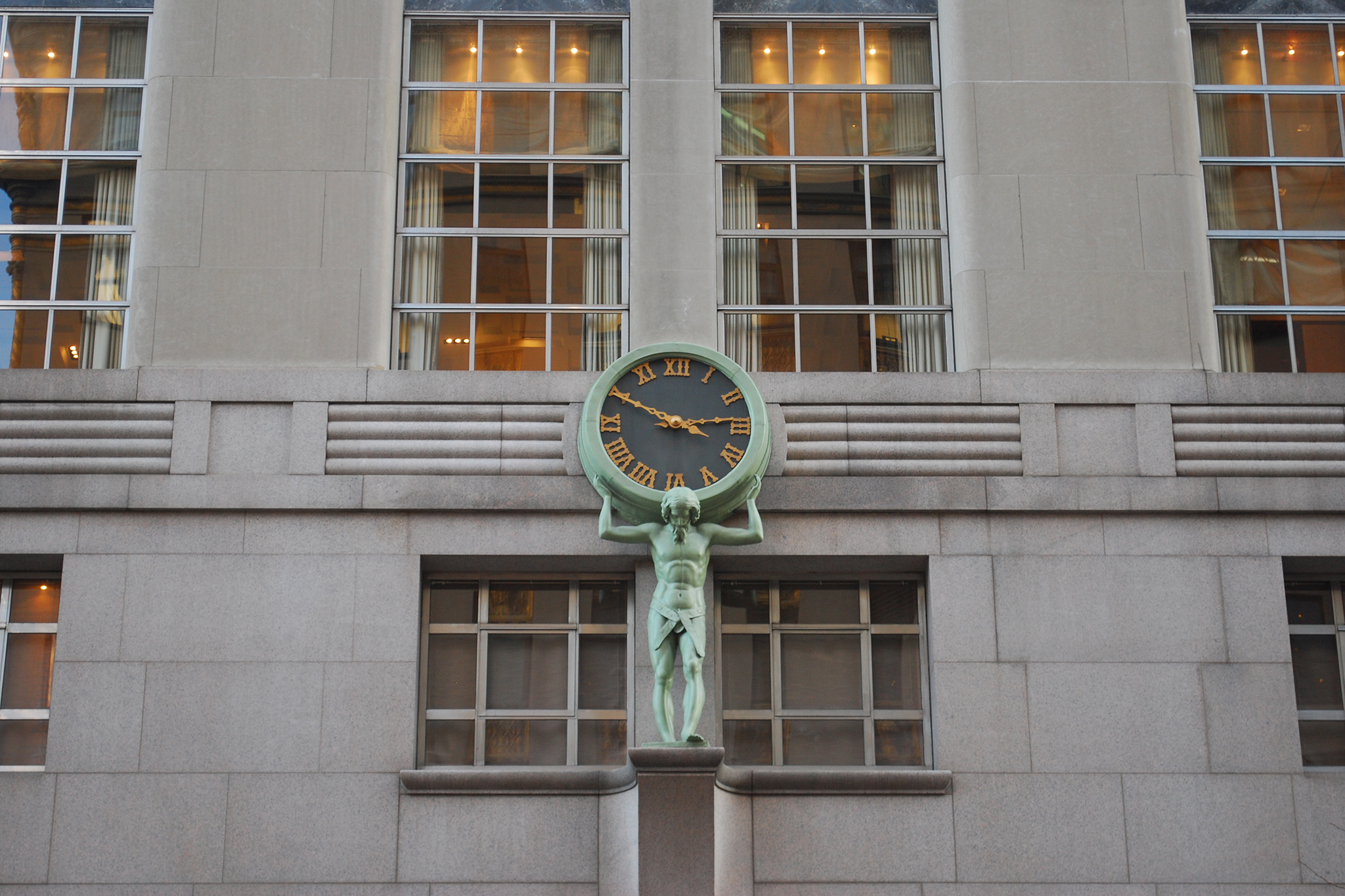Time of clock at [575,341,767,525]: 2:49
